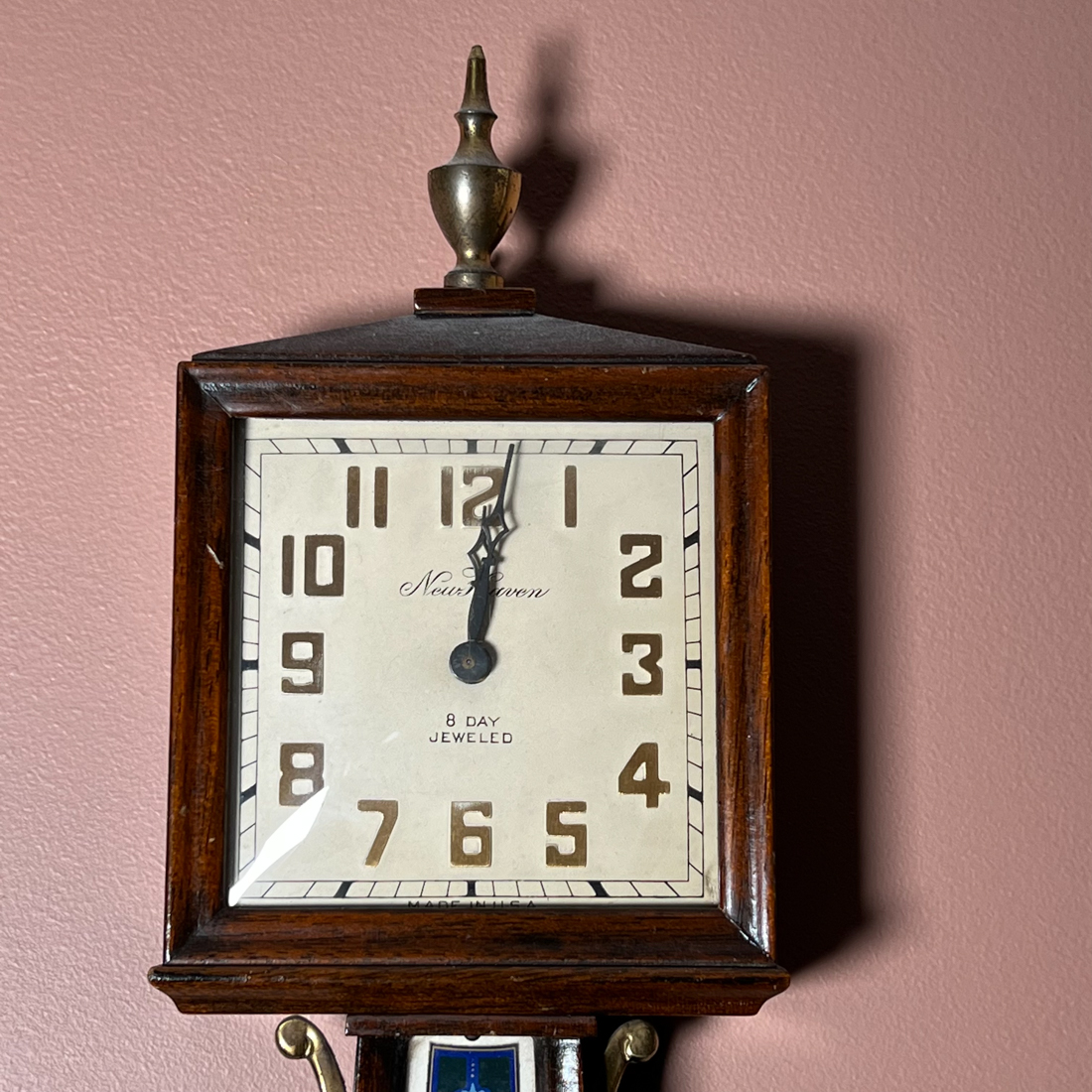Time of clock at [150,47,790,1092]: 12:01
